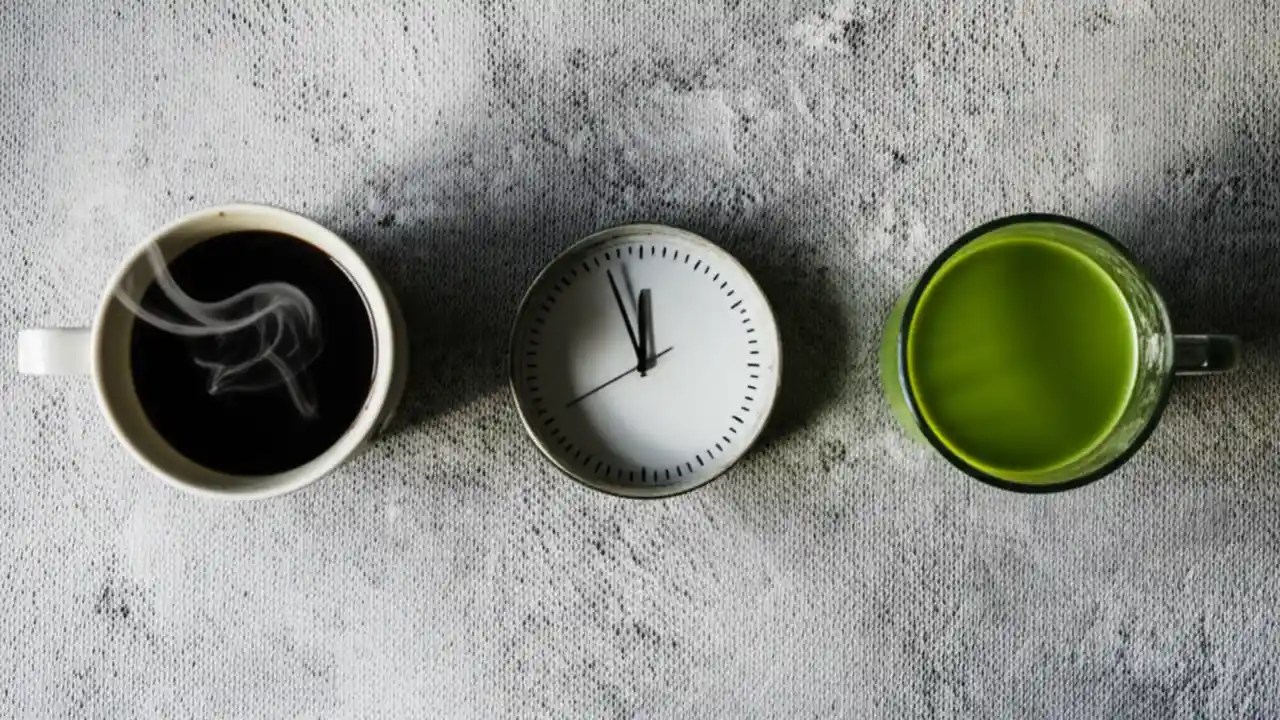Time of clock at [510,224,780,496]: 11:56
